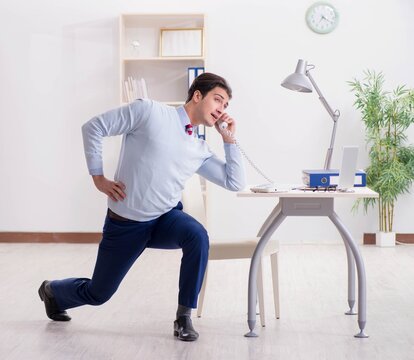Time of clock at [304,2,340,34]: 4:20
